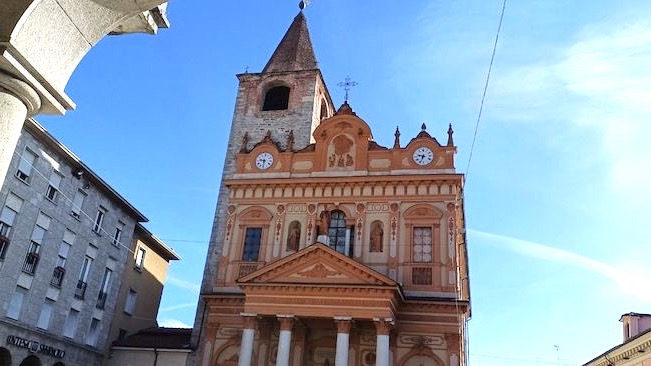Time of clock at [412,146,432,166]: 6:47
